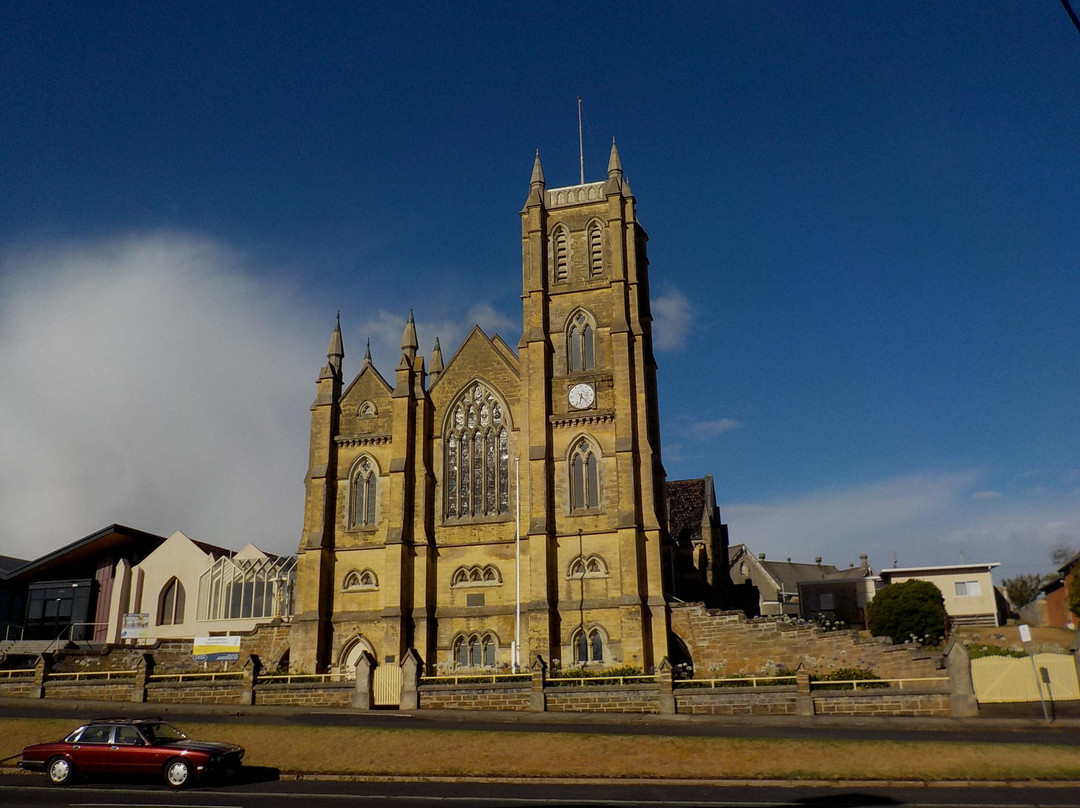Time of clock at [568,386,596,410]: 6:22
